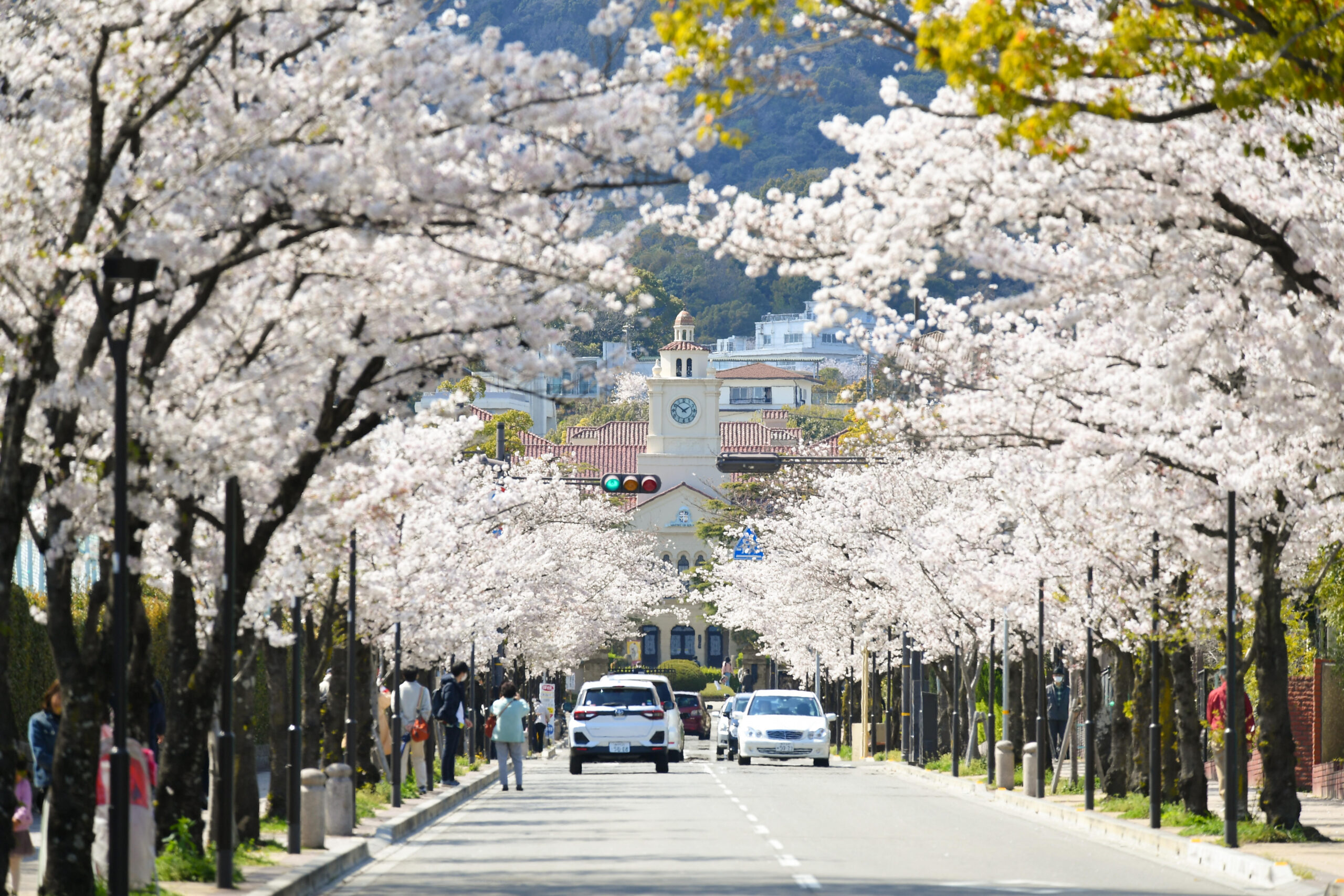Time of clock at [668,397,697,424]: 1:51
